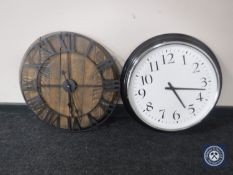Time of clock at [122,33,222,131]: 5:17
